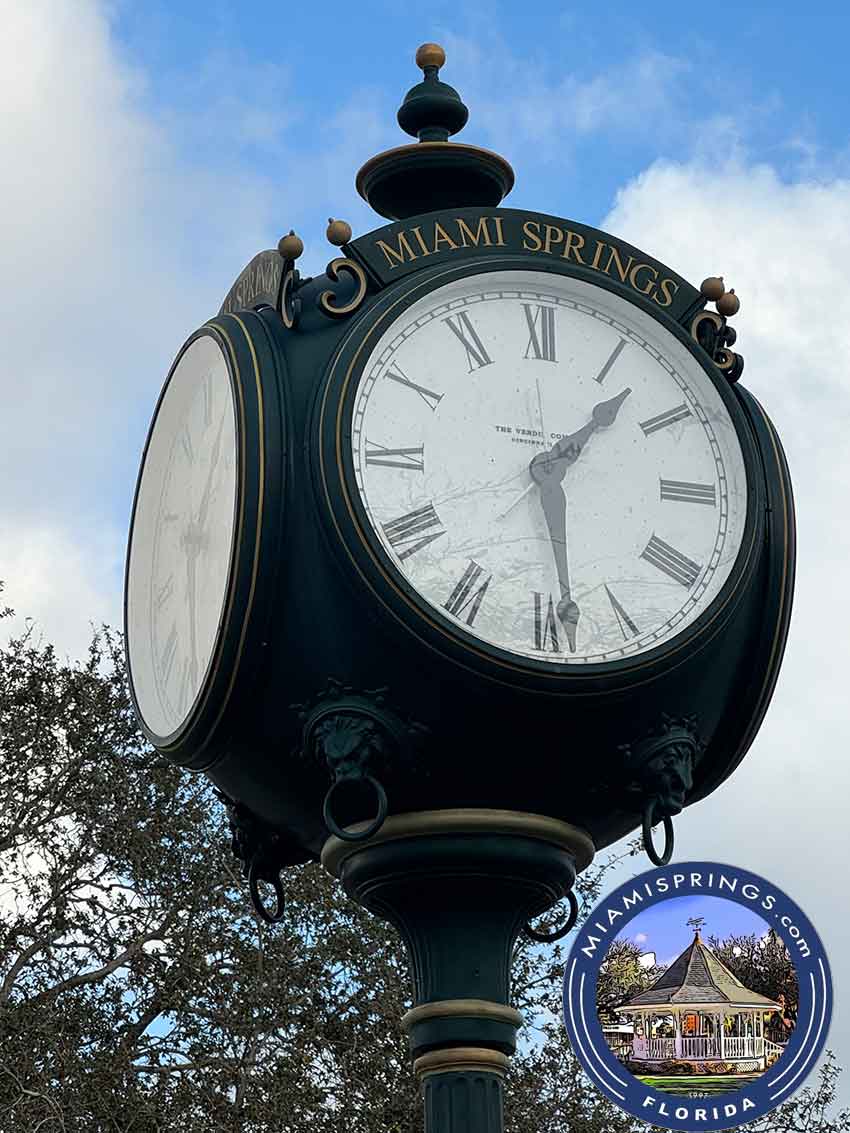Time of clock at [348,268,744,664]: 1:28
